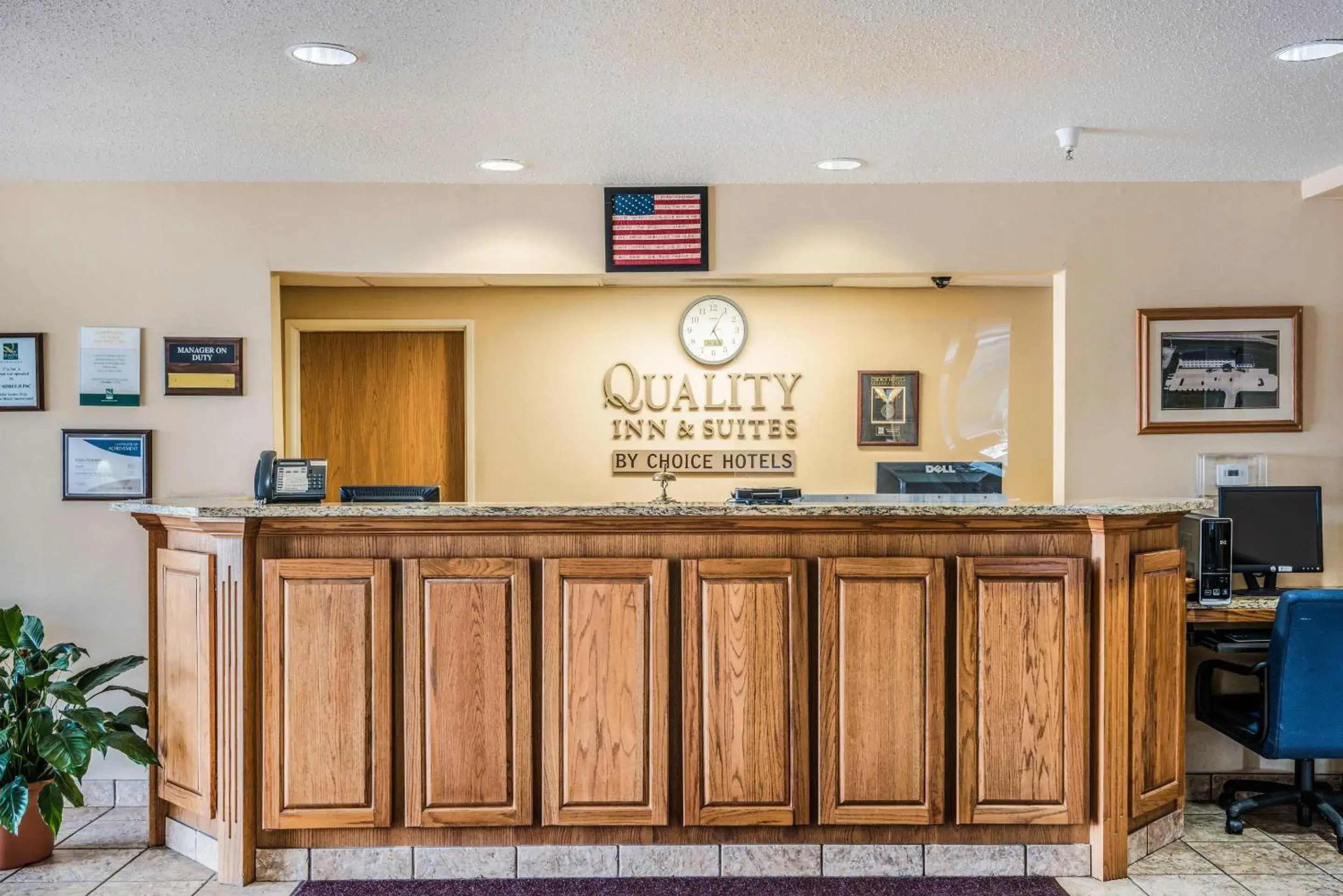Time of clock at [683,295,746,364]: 5:04
